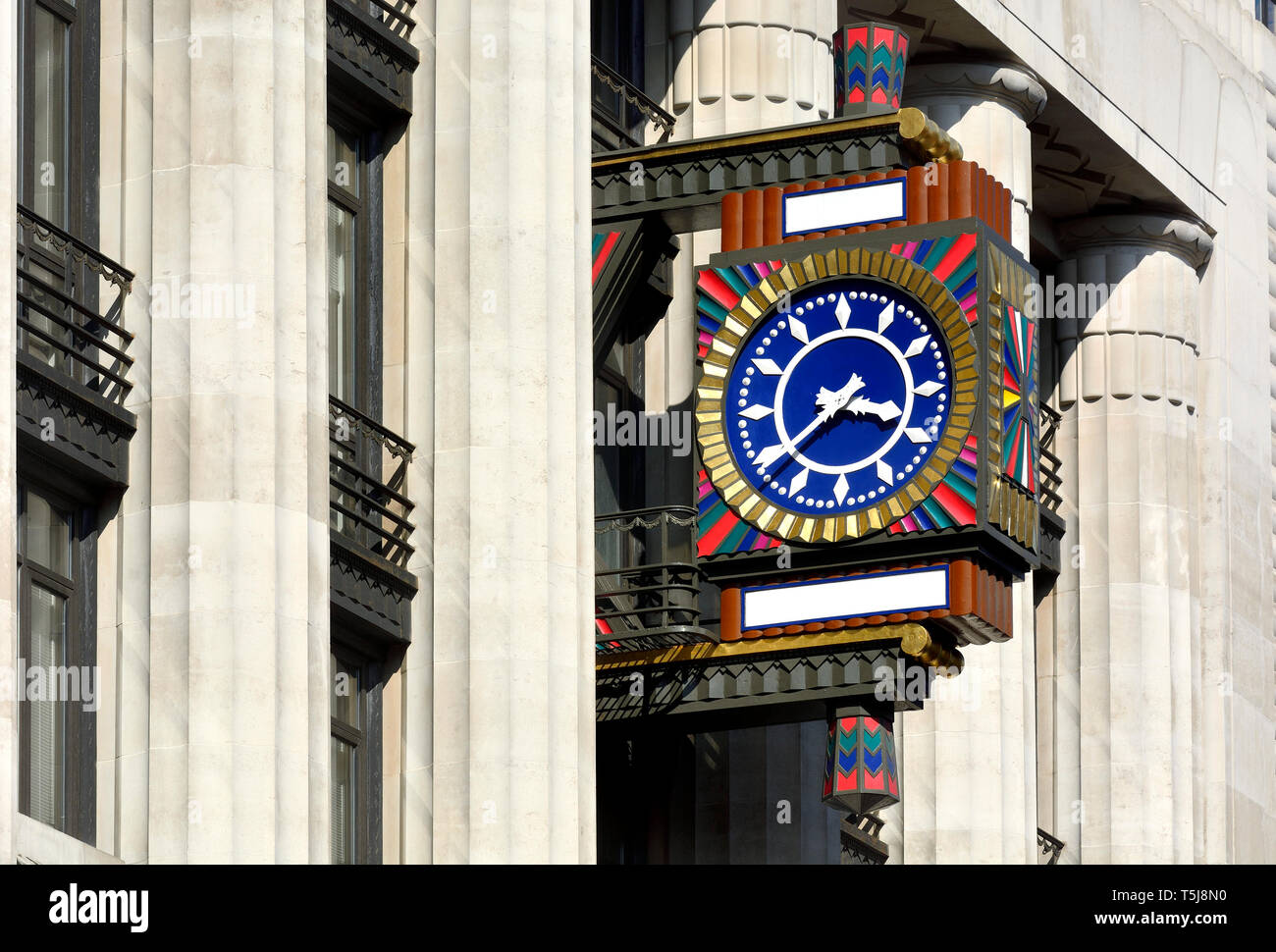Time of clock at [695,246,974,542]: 3:38
